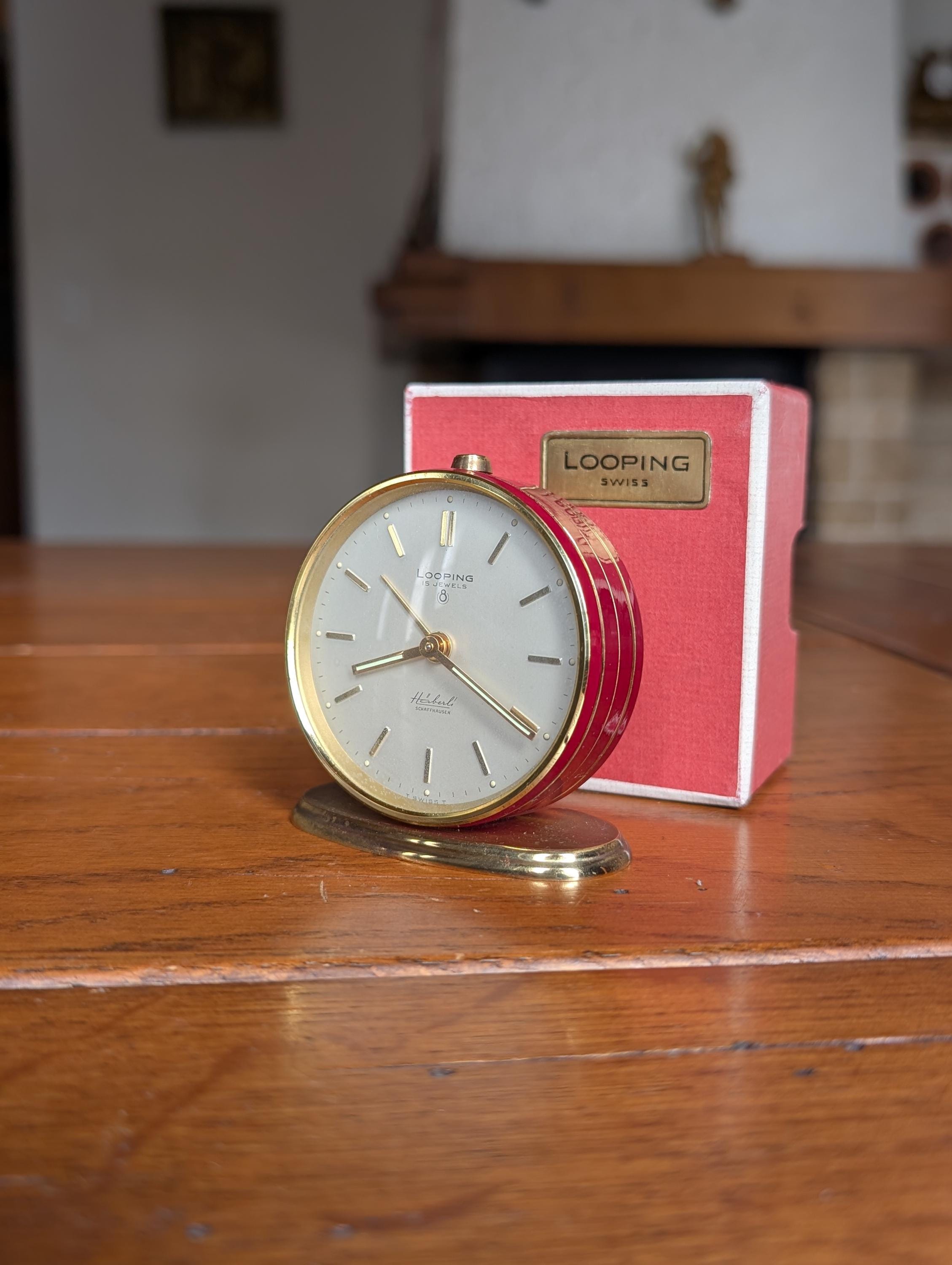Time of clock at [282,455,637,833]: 8:20
